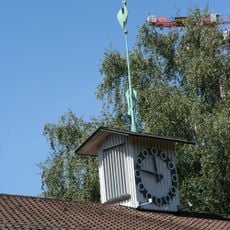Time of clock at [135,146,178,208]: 11:47
